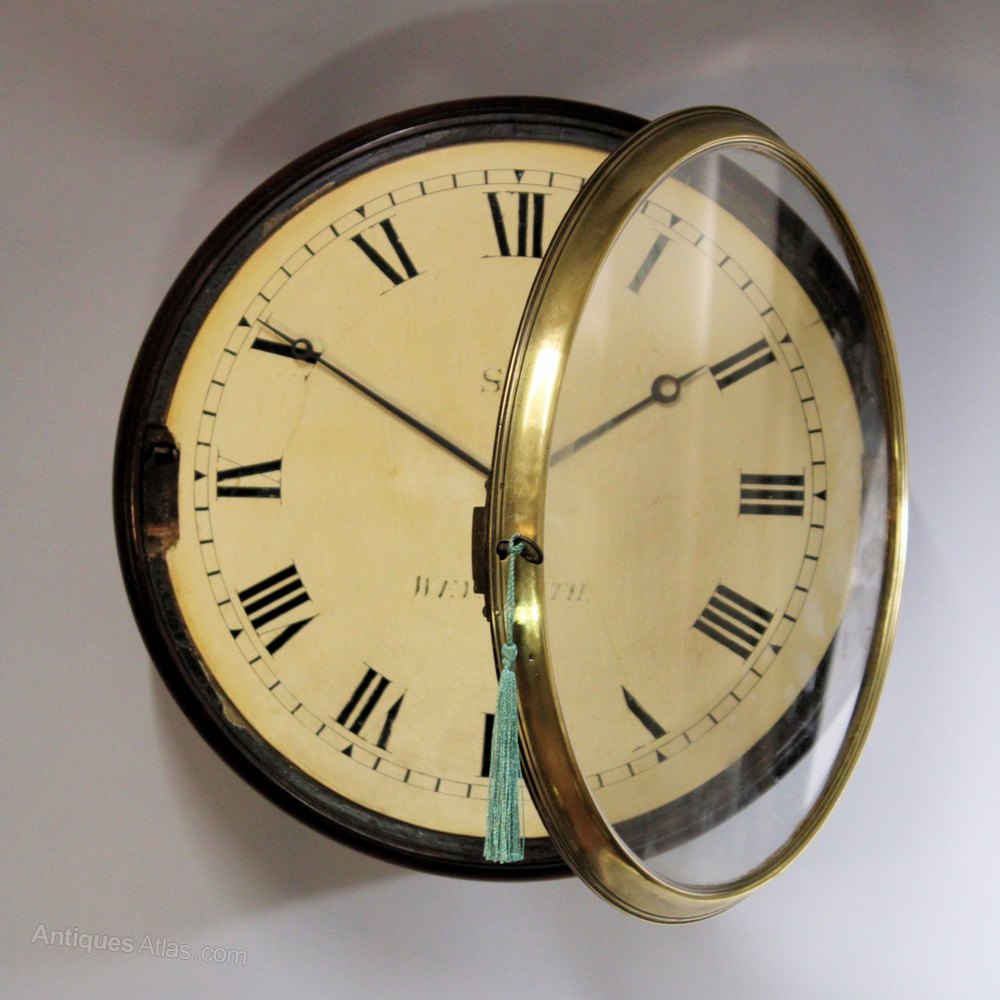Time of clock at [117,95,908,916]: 12:28
